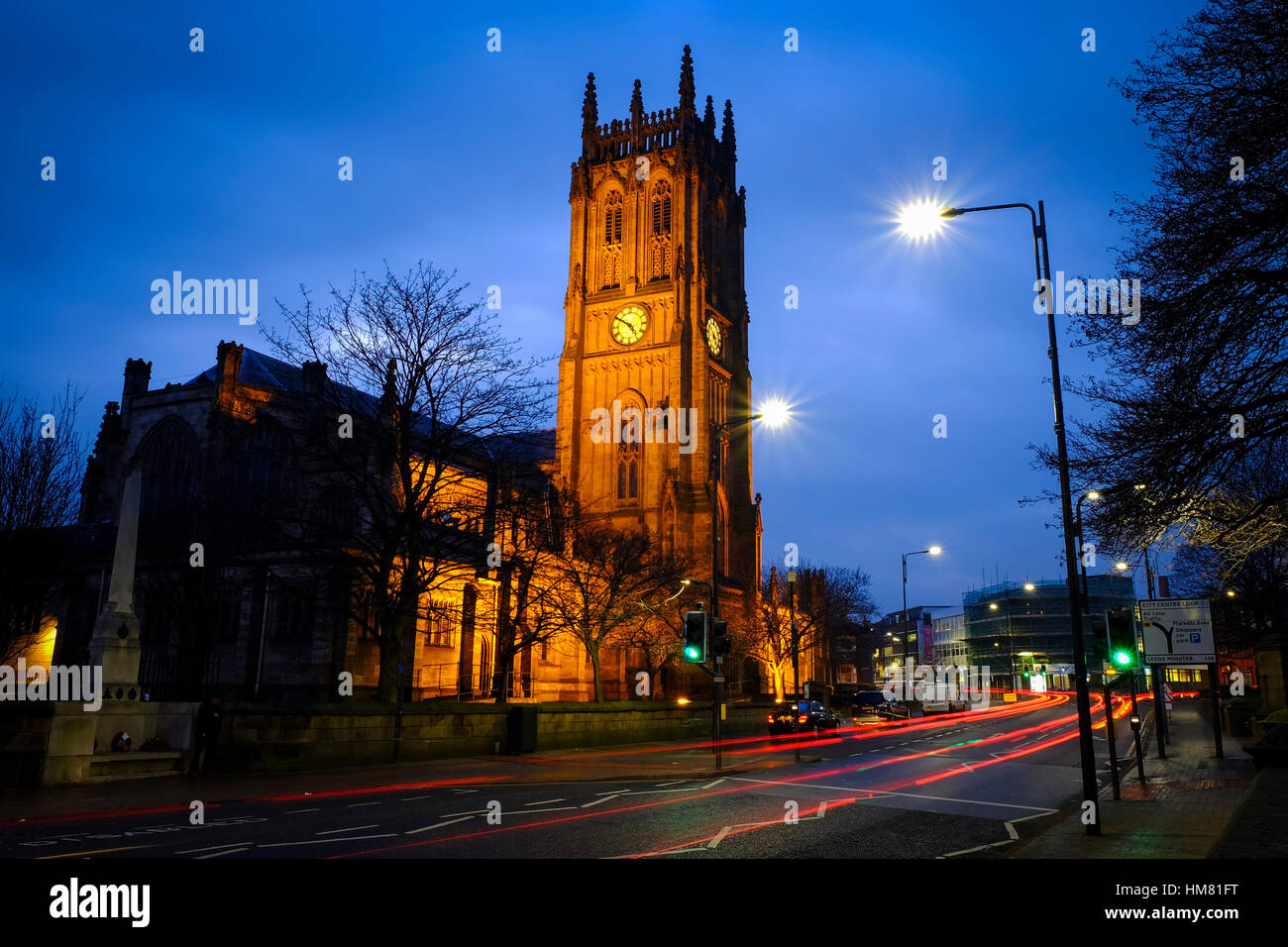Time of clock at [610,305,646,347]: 4:50
